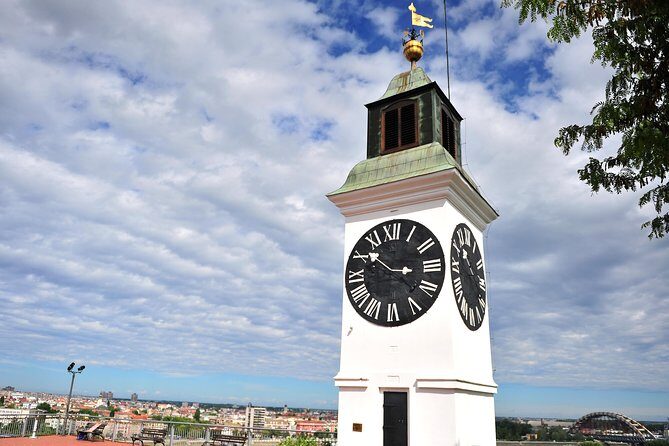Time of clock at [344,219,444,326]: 3:22
